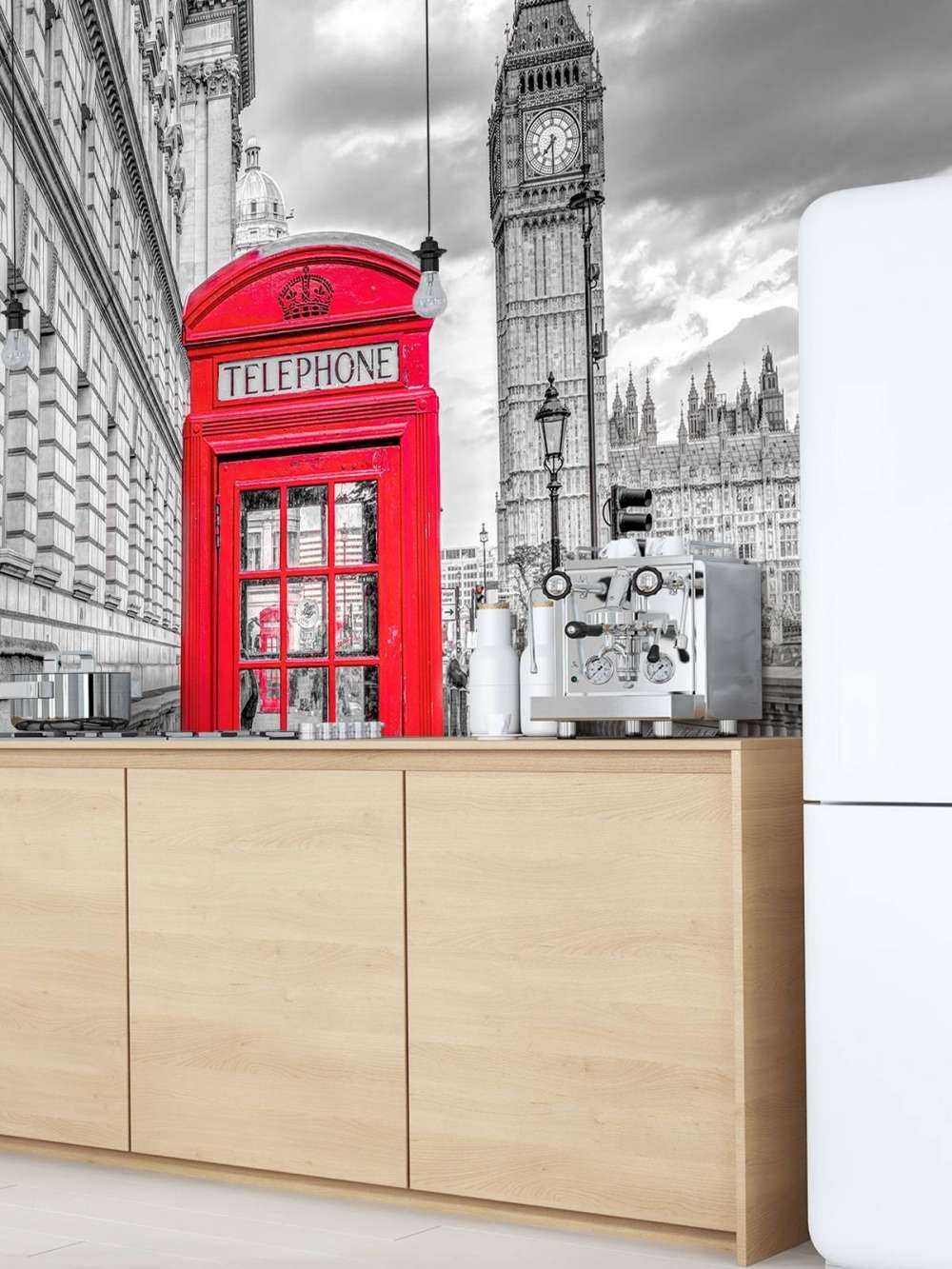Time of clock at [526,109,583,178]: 7:30
